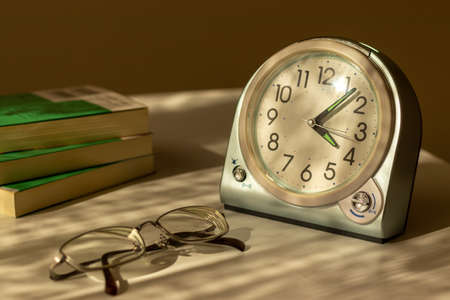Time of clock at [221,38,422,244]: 4:07
